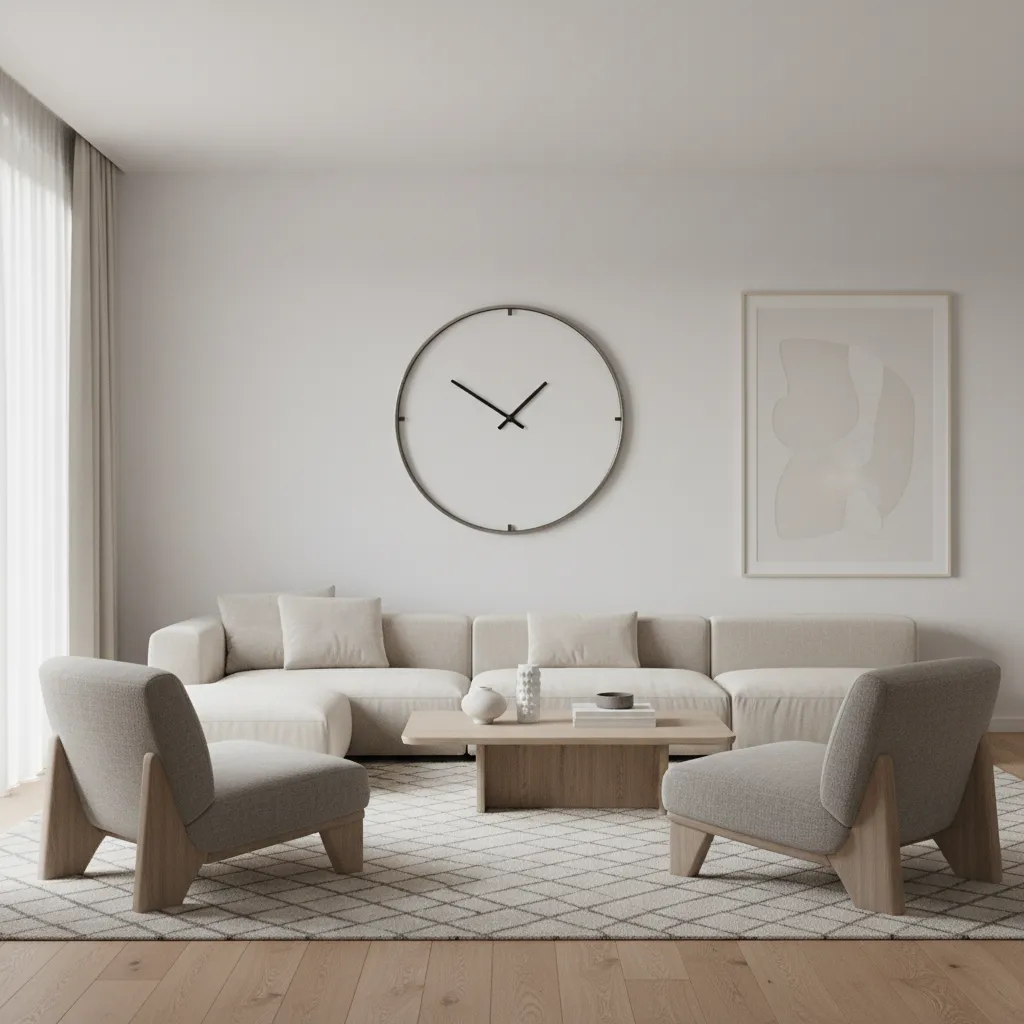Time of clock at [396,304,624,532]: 1:50
